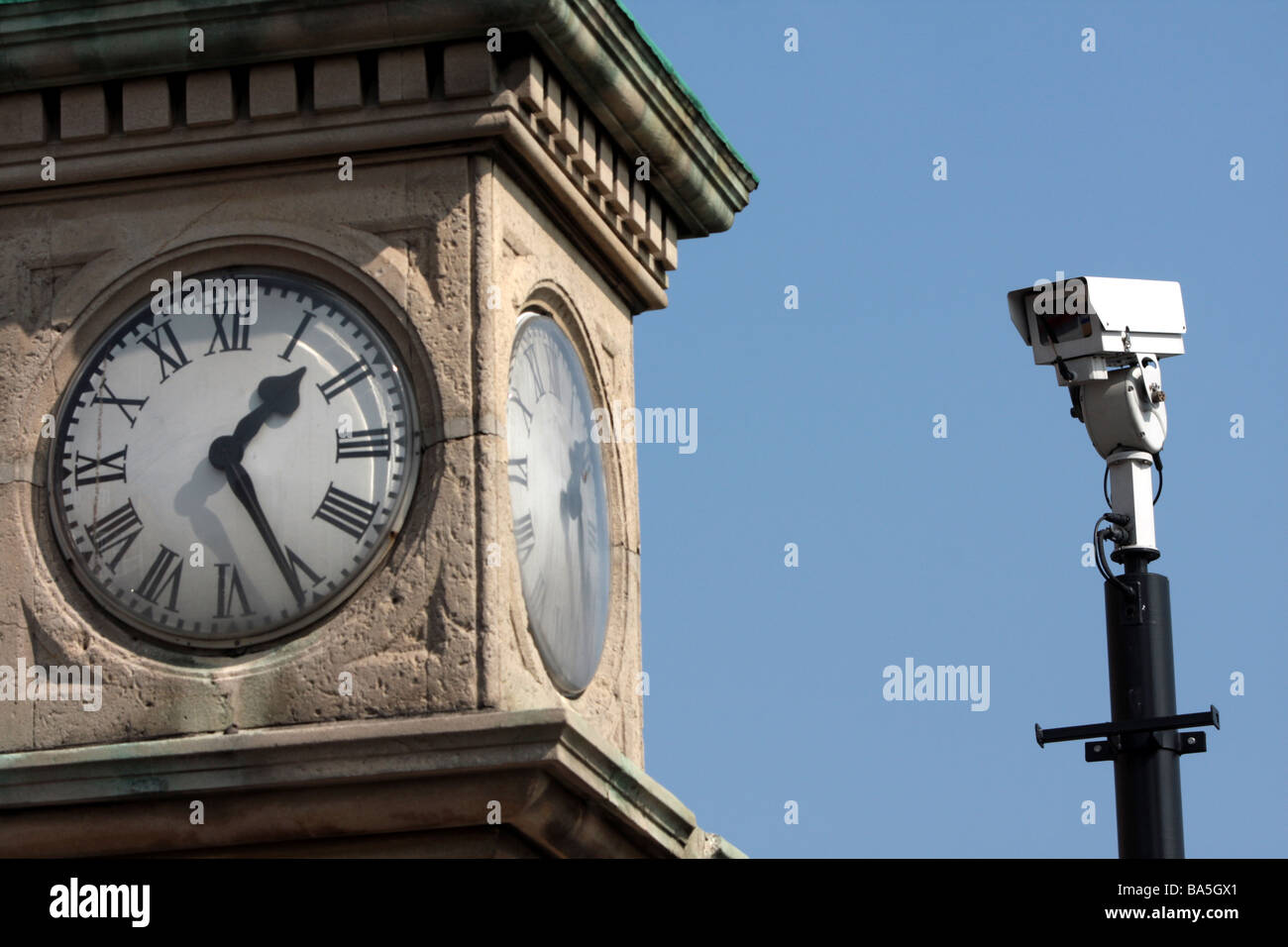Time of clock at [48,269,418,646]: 1:25
